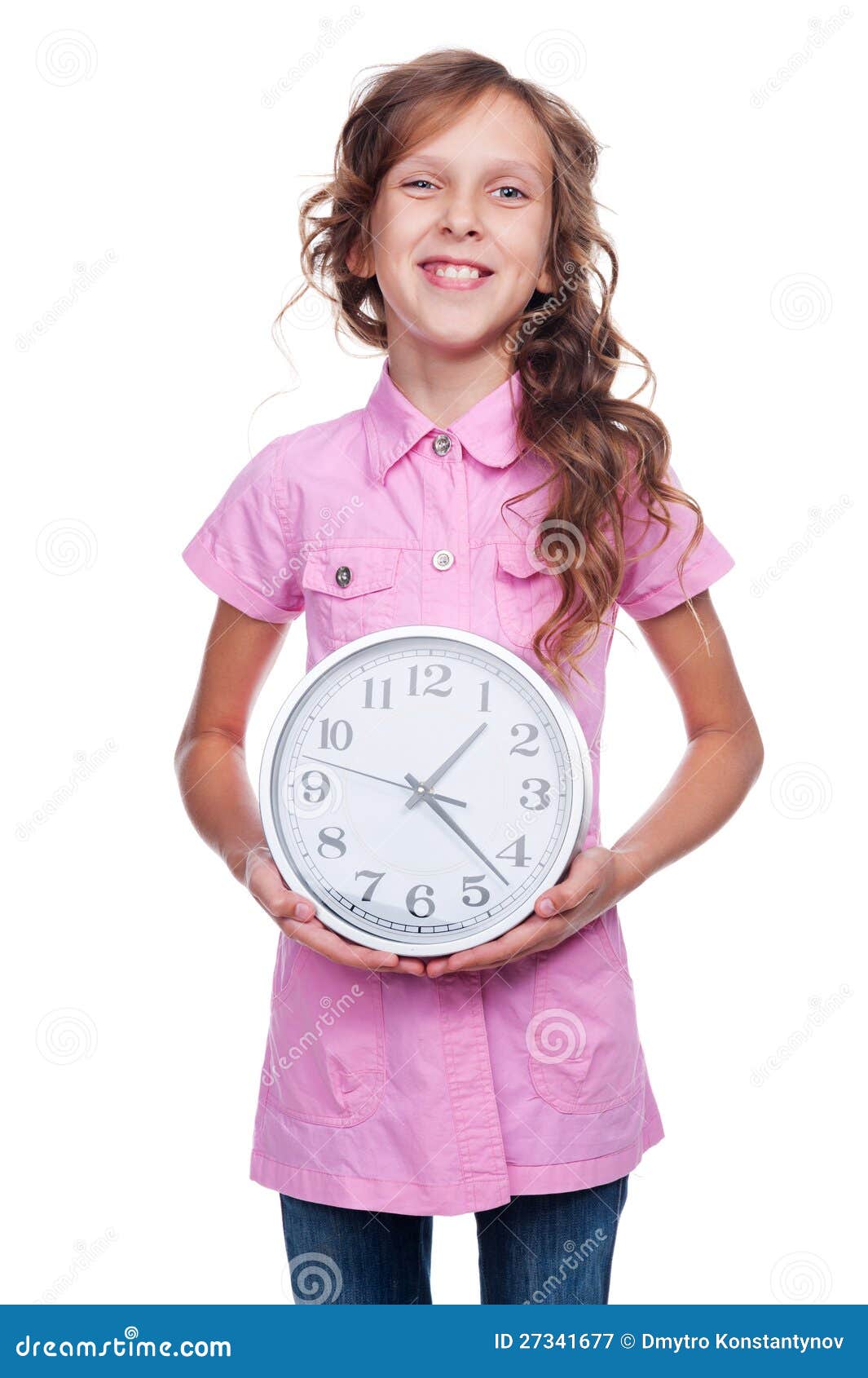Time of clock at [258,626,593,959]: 1:22
